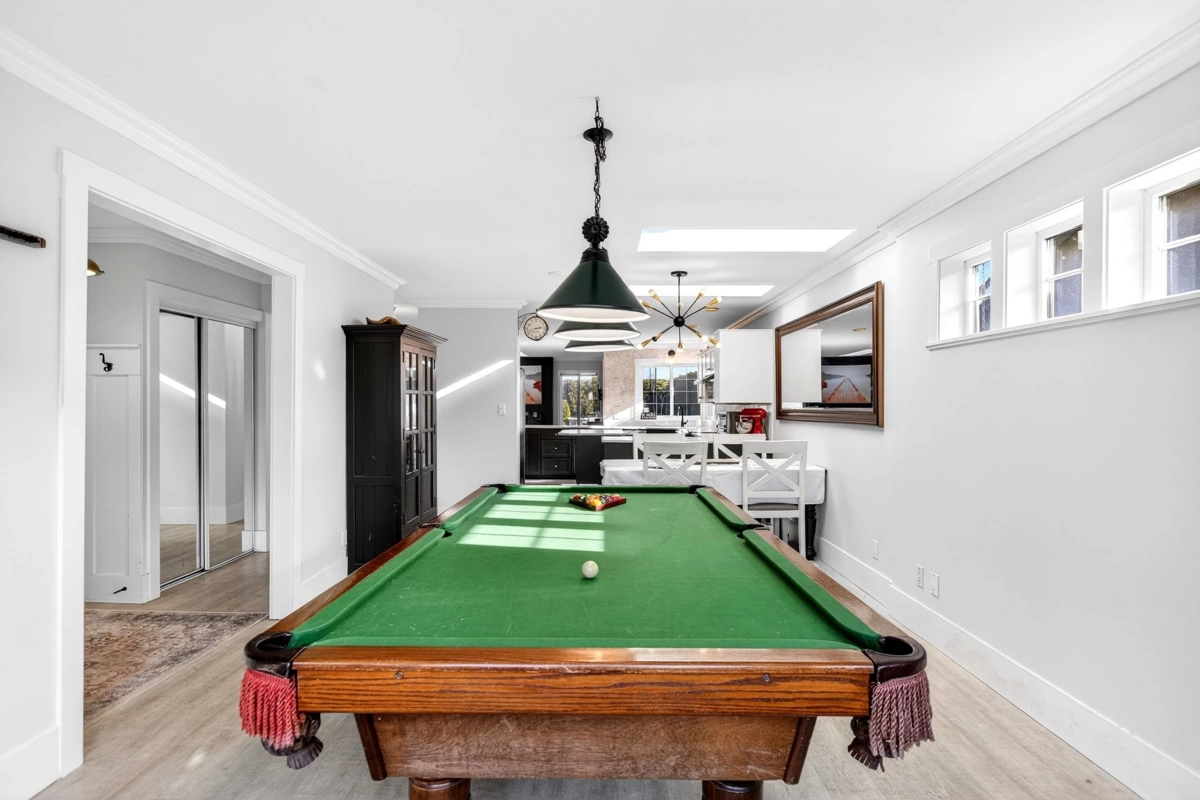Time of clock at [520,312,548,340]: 2:42
